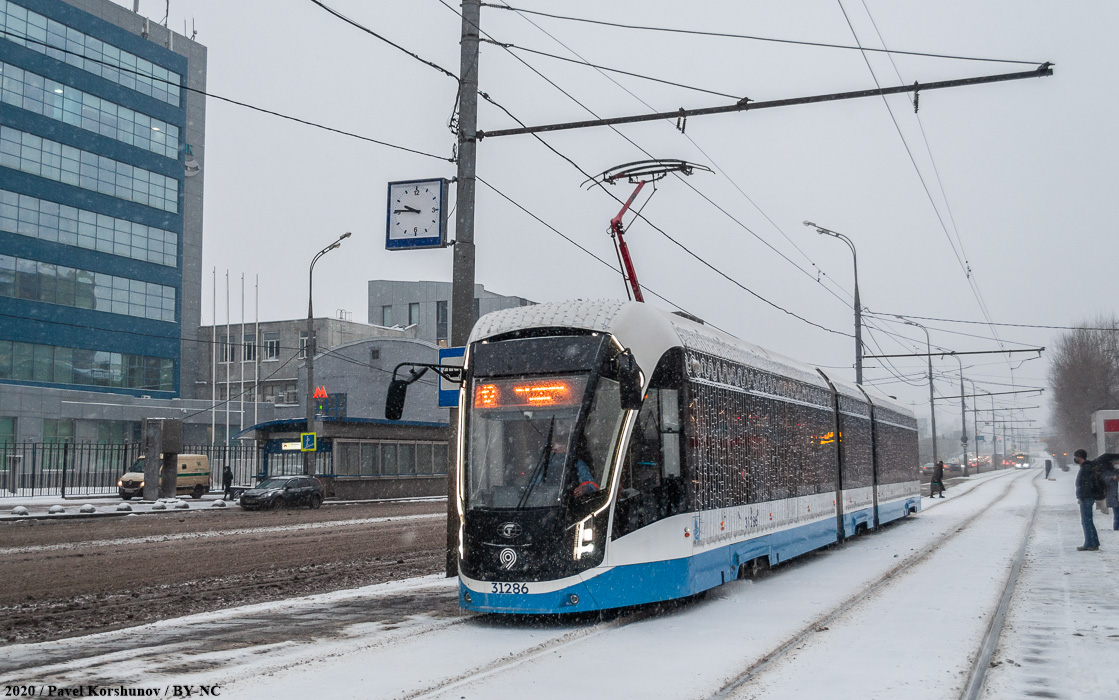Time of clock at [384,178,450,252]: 9:45
